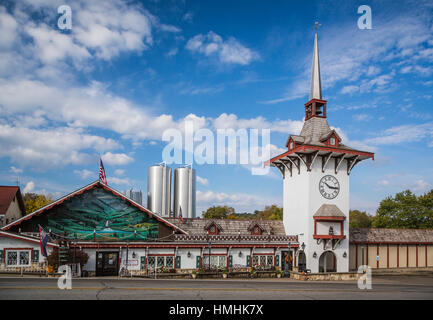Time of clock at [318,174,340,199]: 10:15
